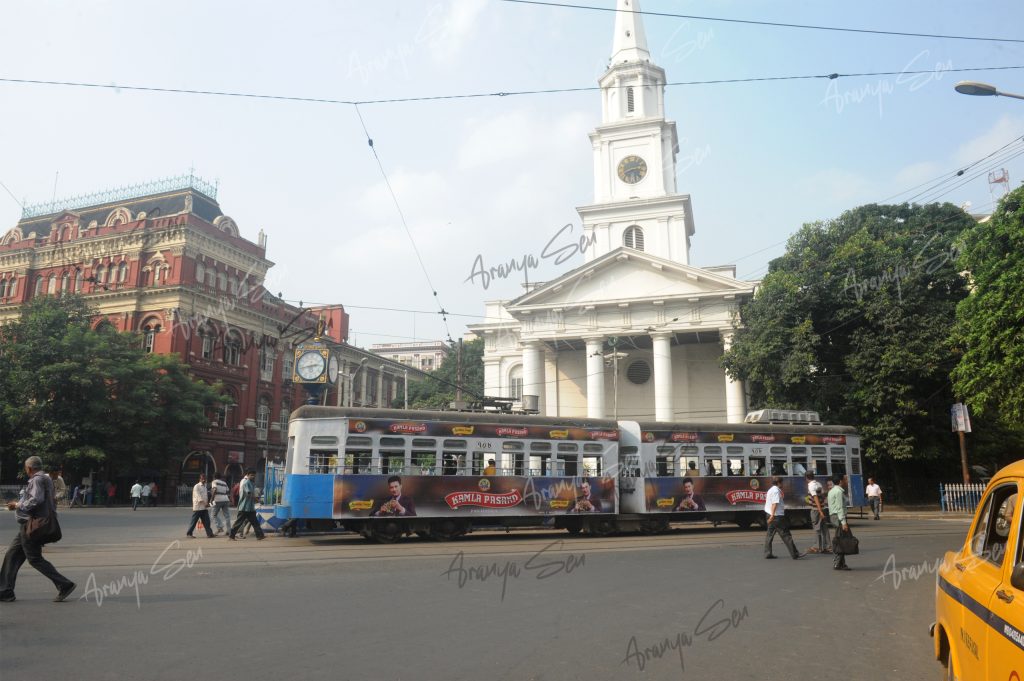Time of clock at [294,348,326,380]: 2:42
